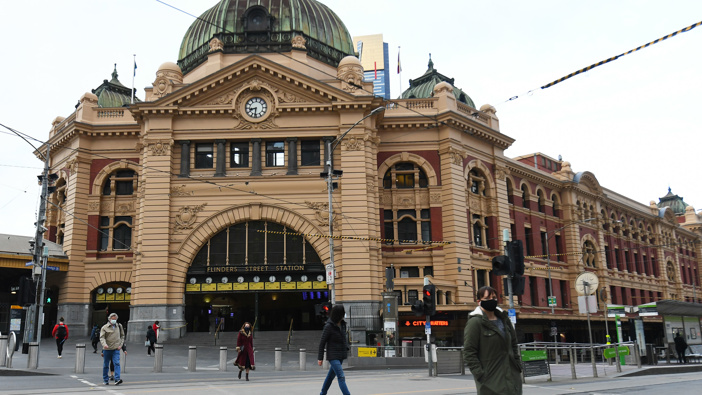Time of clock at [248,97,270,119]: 8:31
